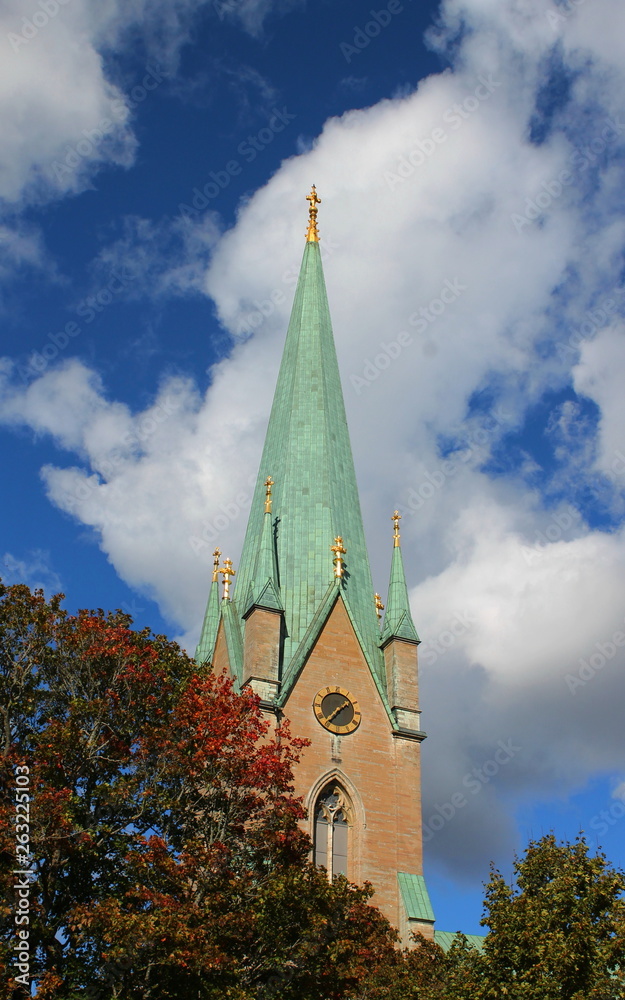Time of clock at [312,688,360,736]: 1:36
